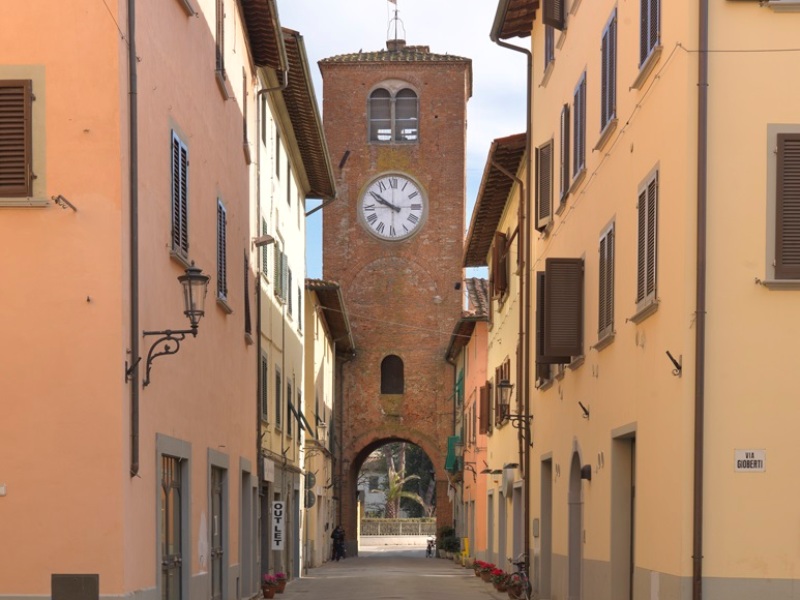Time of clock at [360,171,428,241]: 9:50
